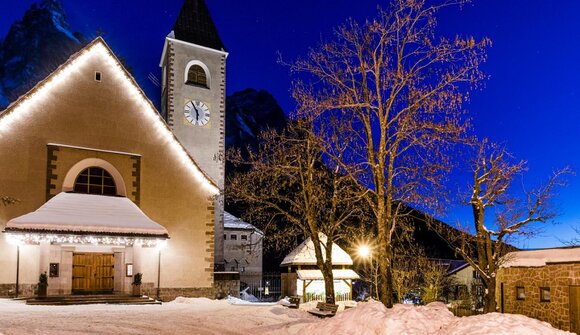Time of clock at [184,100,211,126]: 5:54
